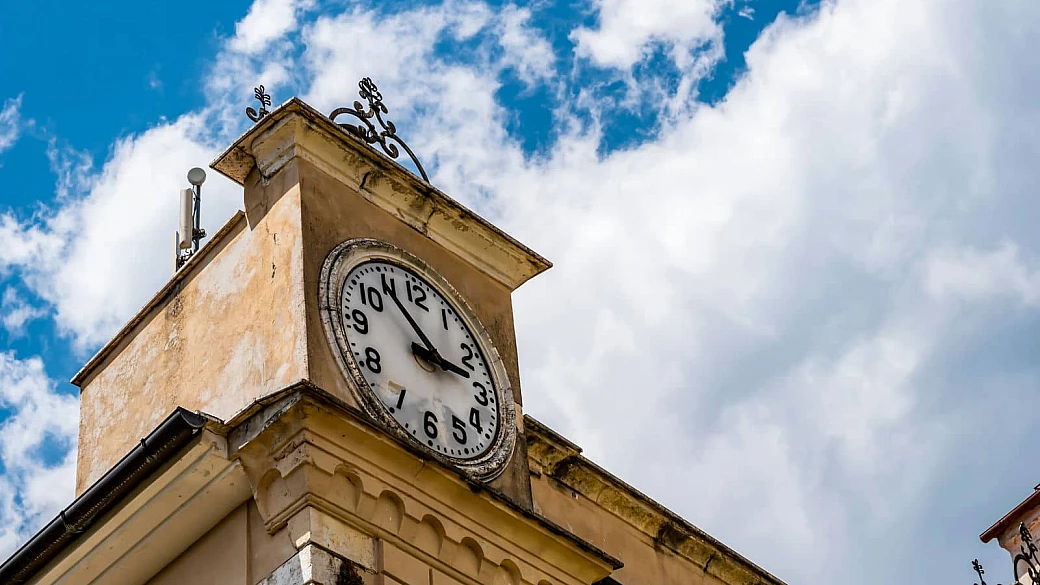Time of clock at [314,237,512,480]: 2:53
